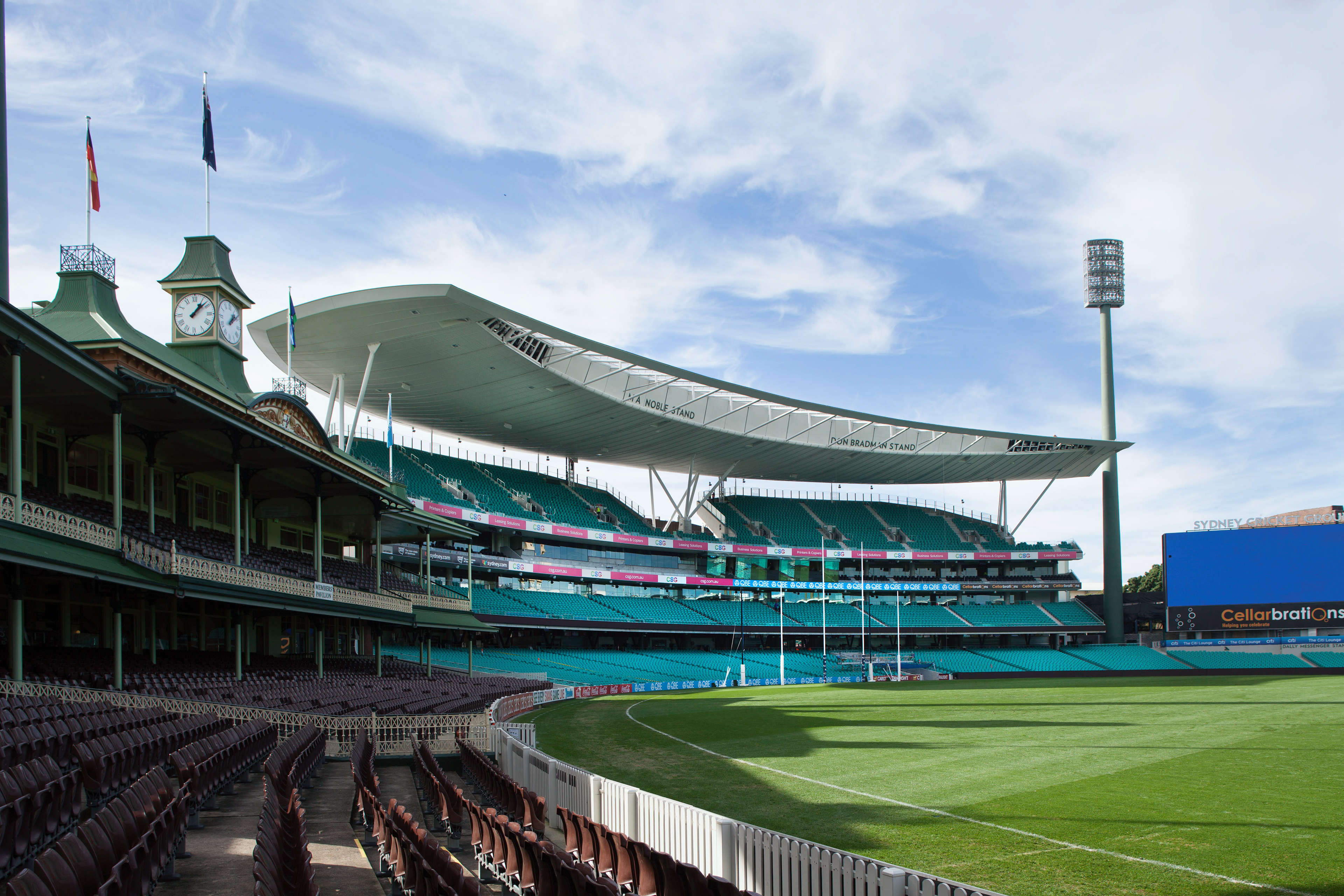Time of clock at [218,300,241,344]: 1:08
